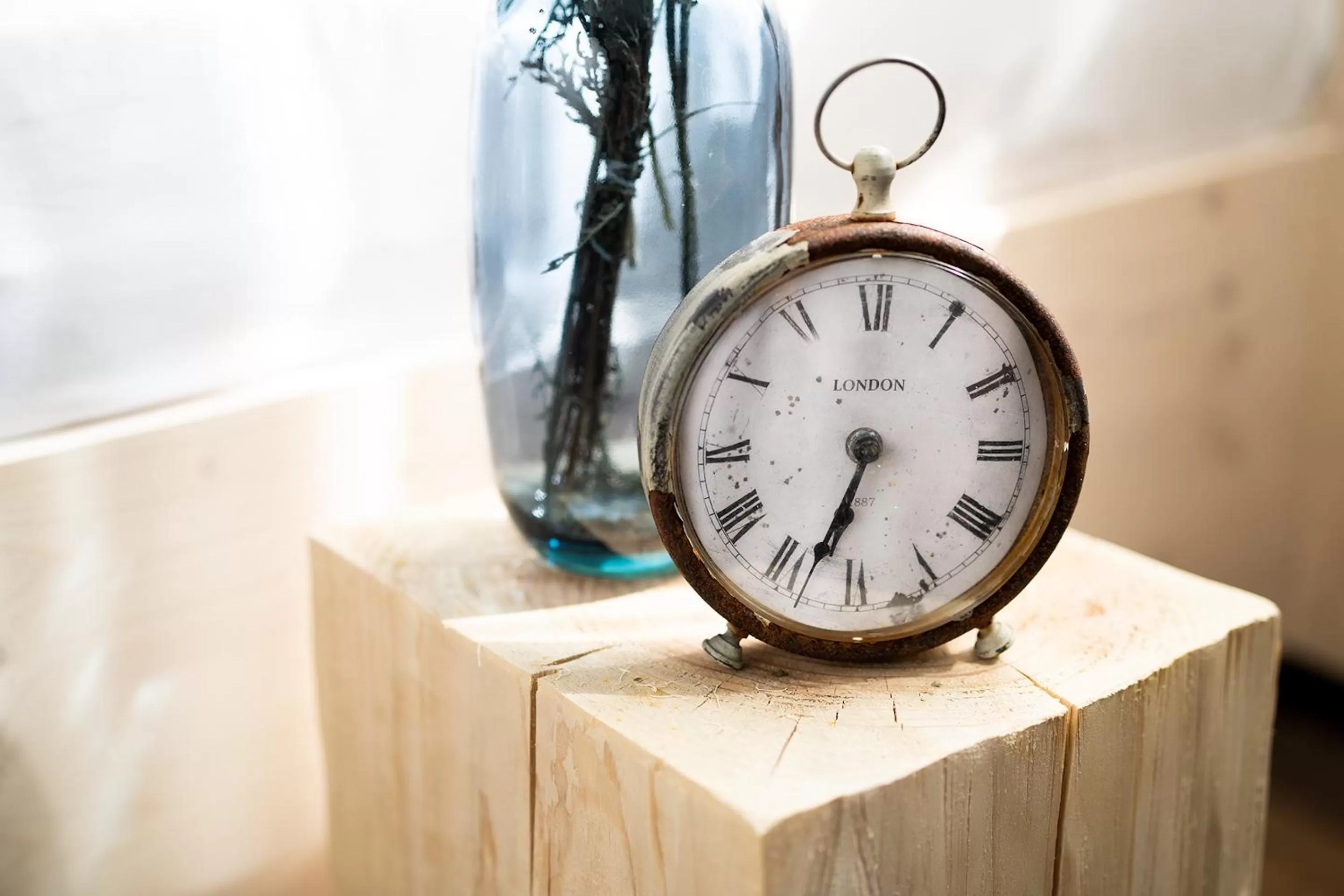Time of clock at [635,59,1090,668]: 6:33
